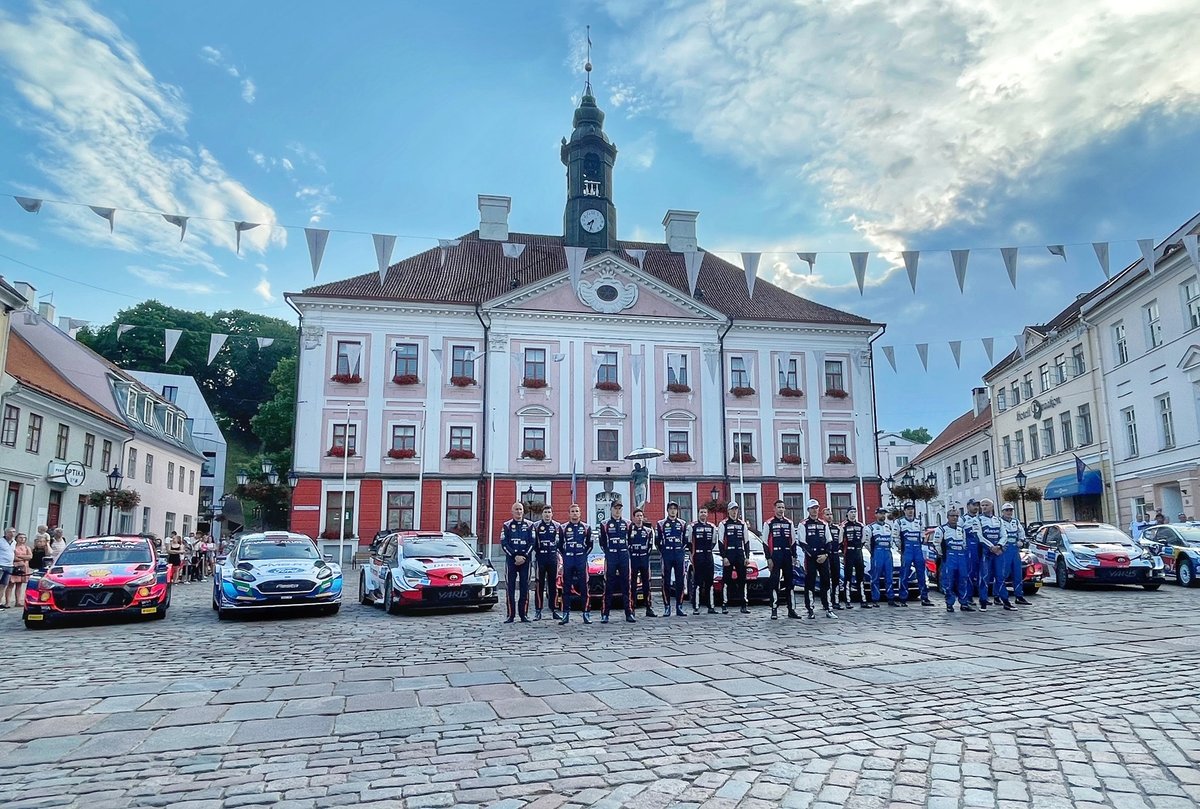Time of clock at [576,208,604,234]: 7:32
